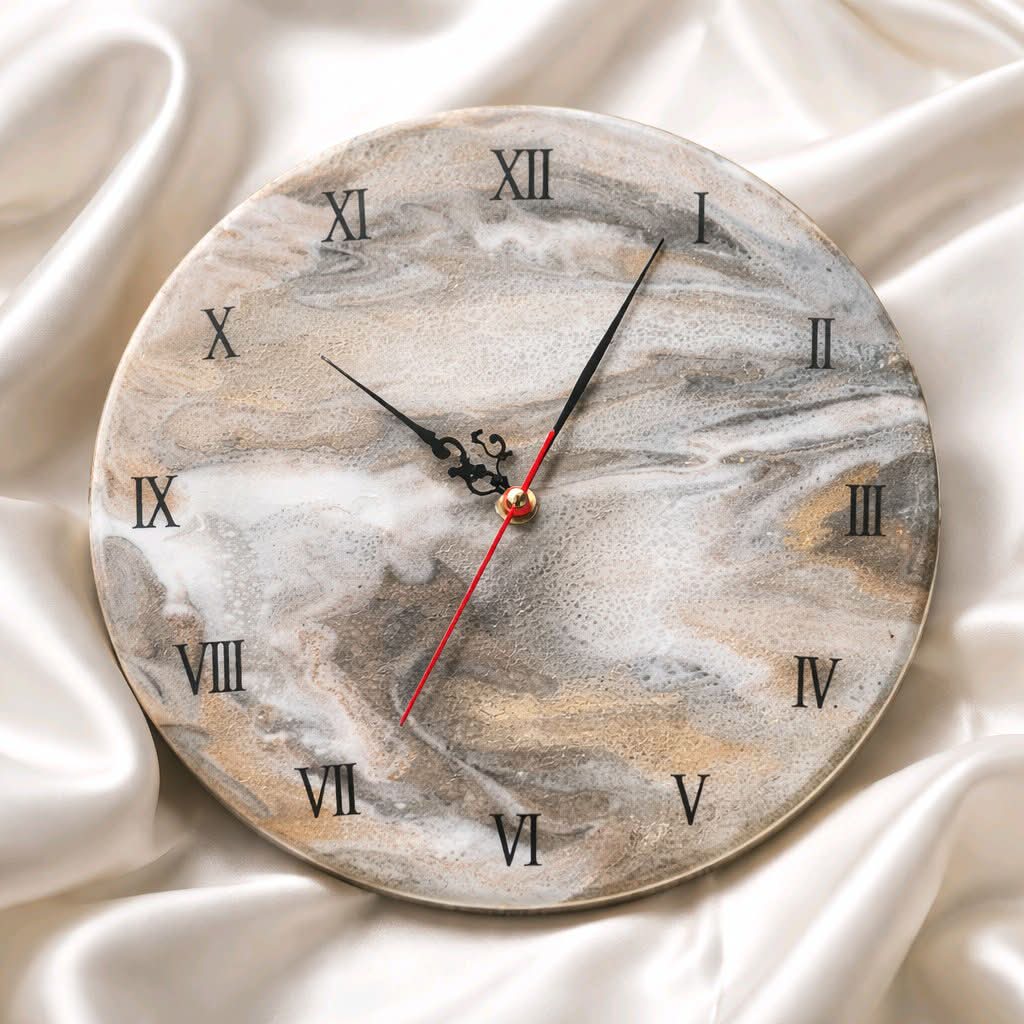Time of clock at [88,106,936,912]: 10:04
